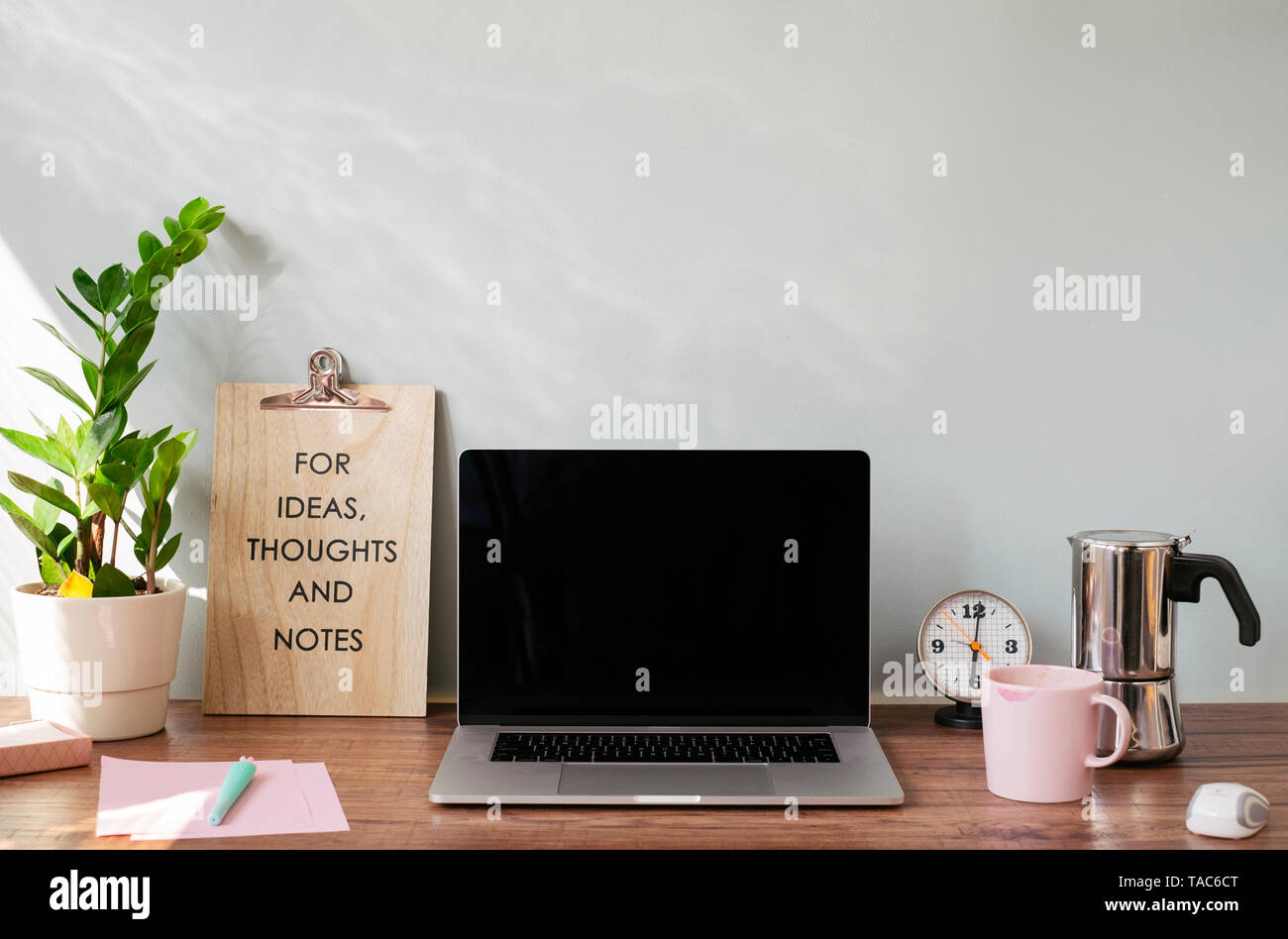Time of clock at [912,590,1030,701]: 6:01
